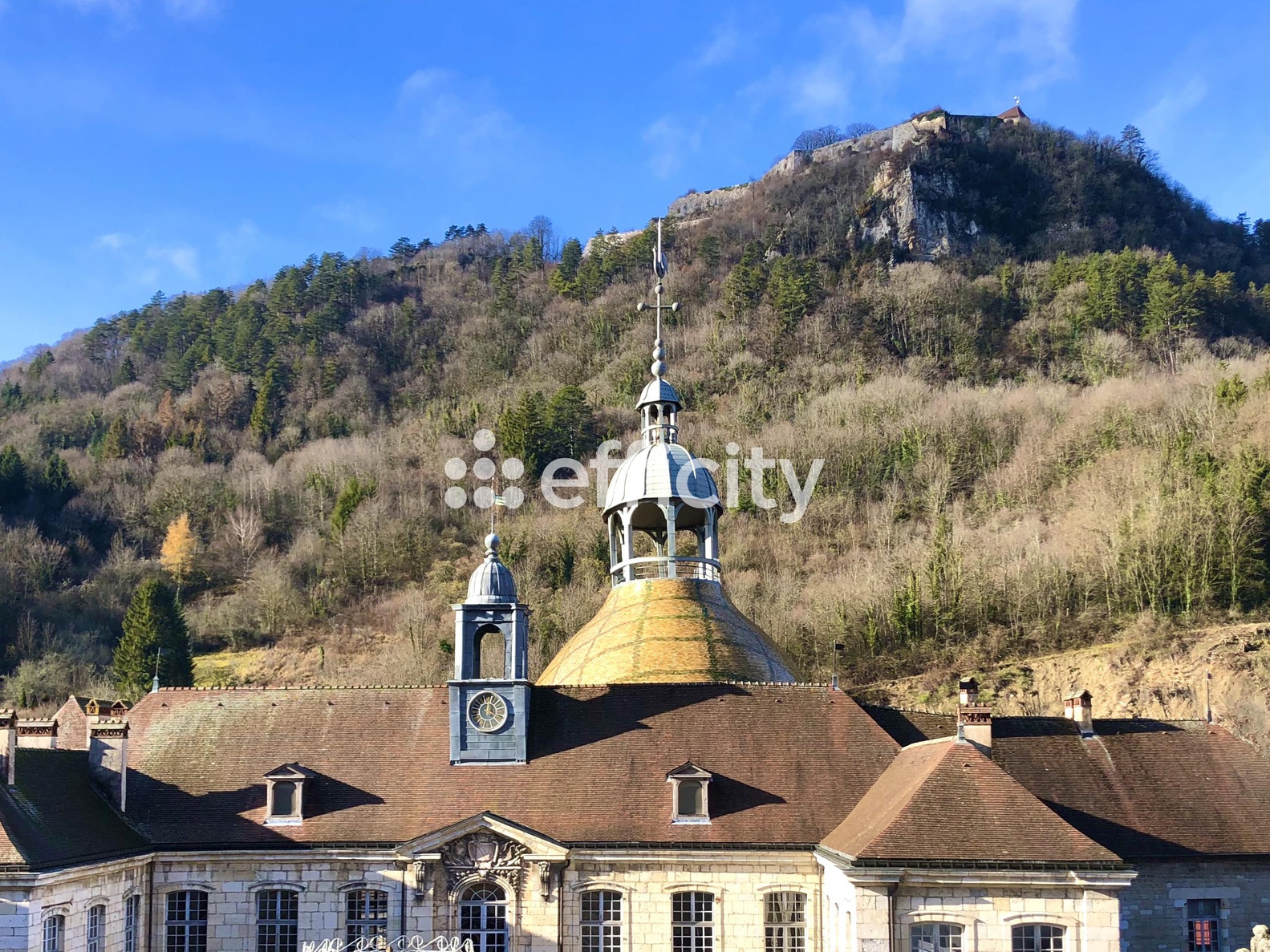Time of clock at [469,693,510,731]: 12:19
